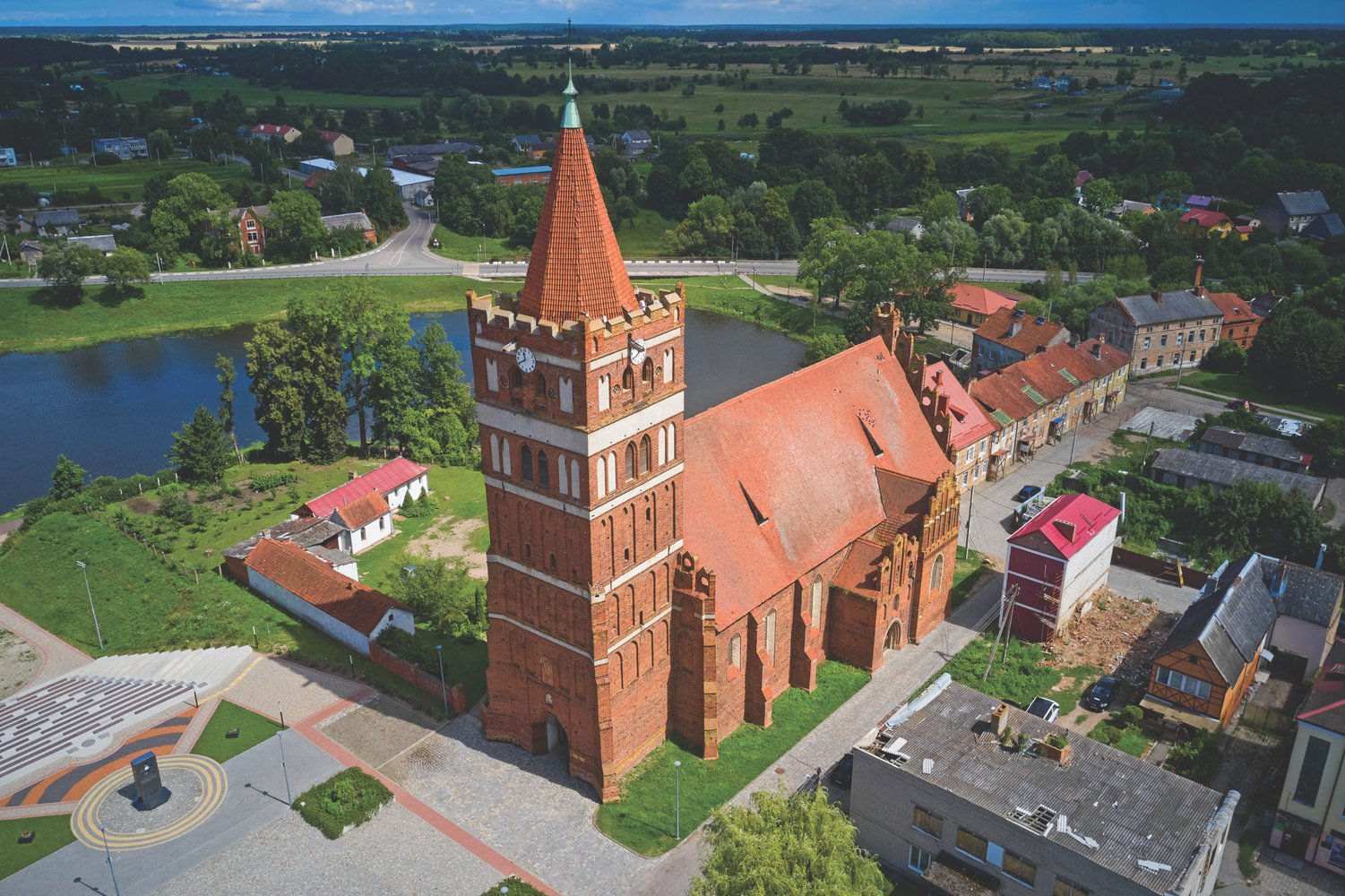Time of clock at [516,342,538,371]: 11:40
